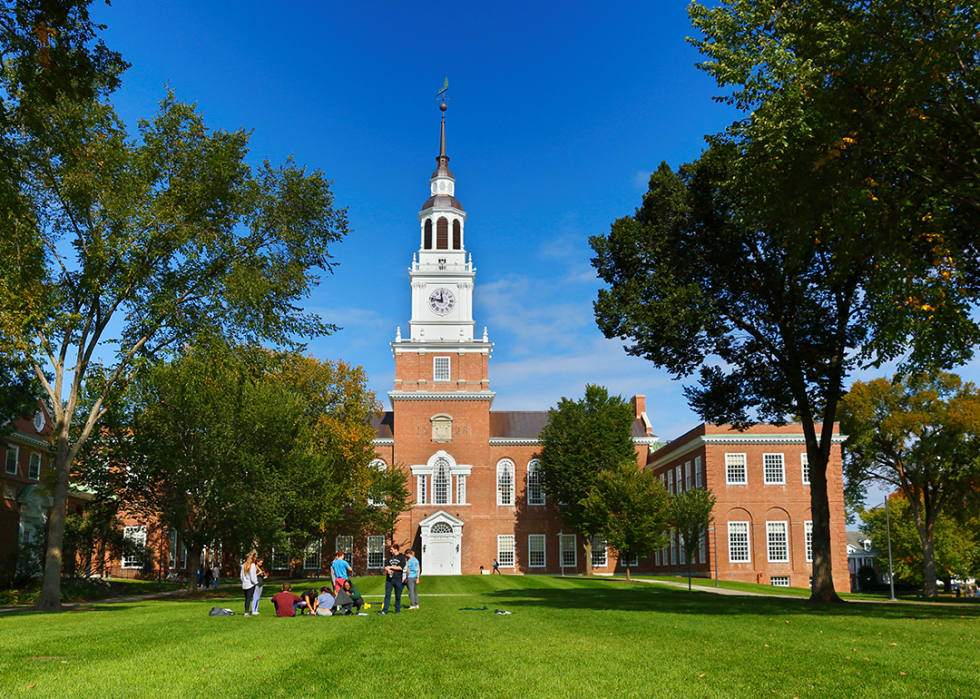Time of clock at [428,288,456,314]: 11:46
